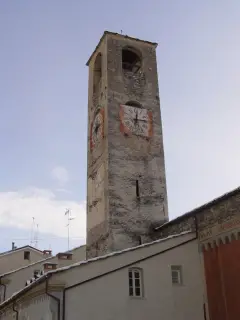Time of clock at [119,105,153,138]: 12:14
